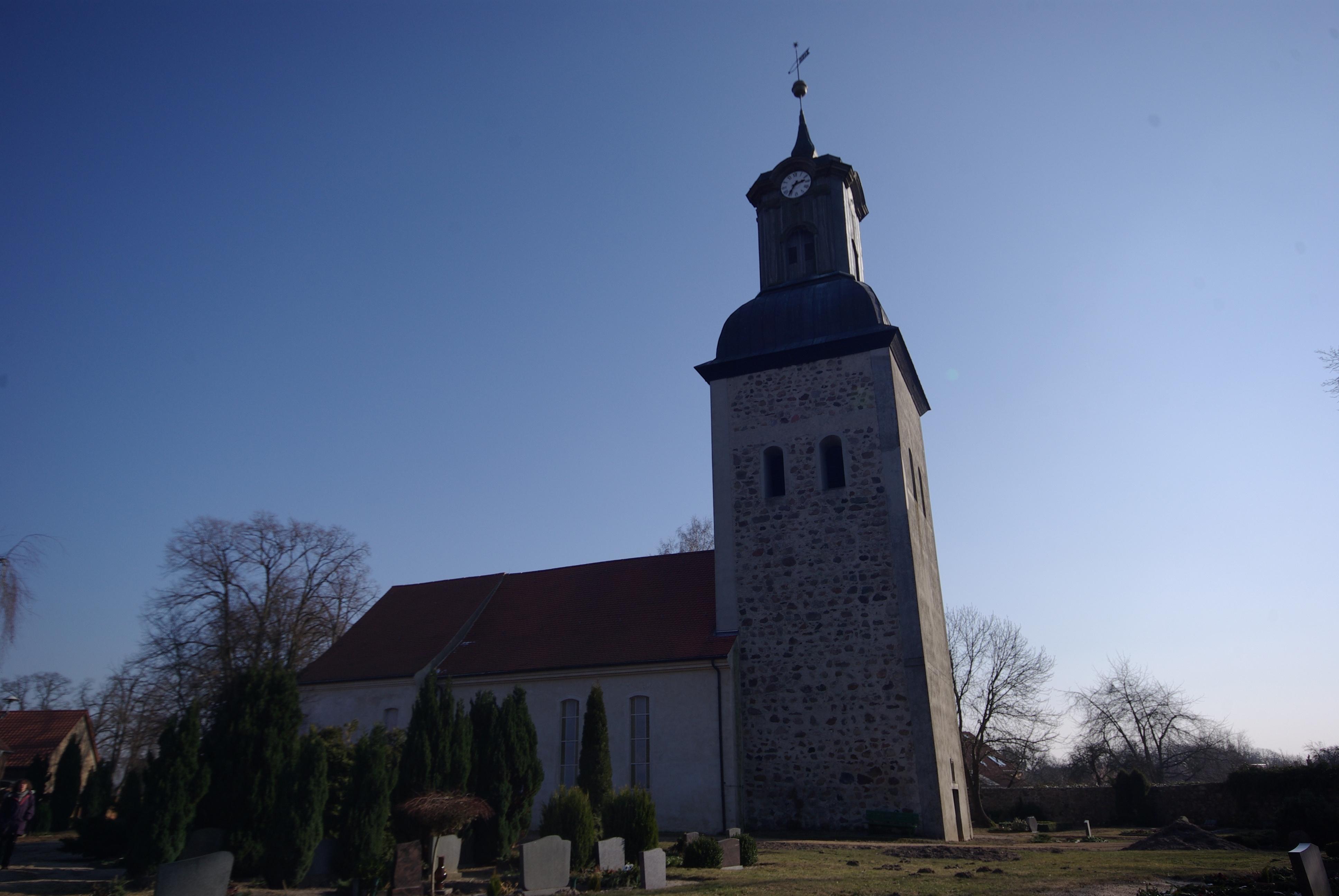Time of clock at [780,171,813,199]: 2:35
